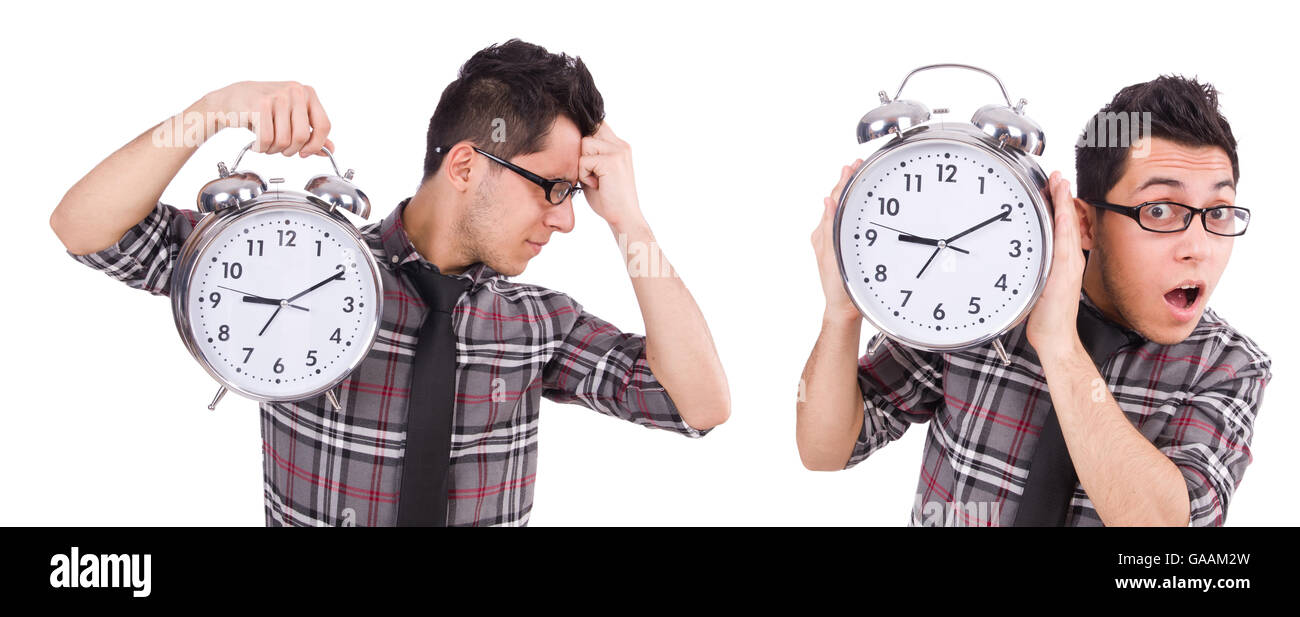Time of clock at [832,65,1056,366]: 9:10
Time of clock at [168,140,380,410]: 9:10
